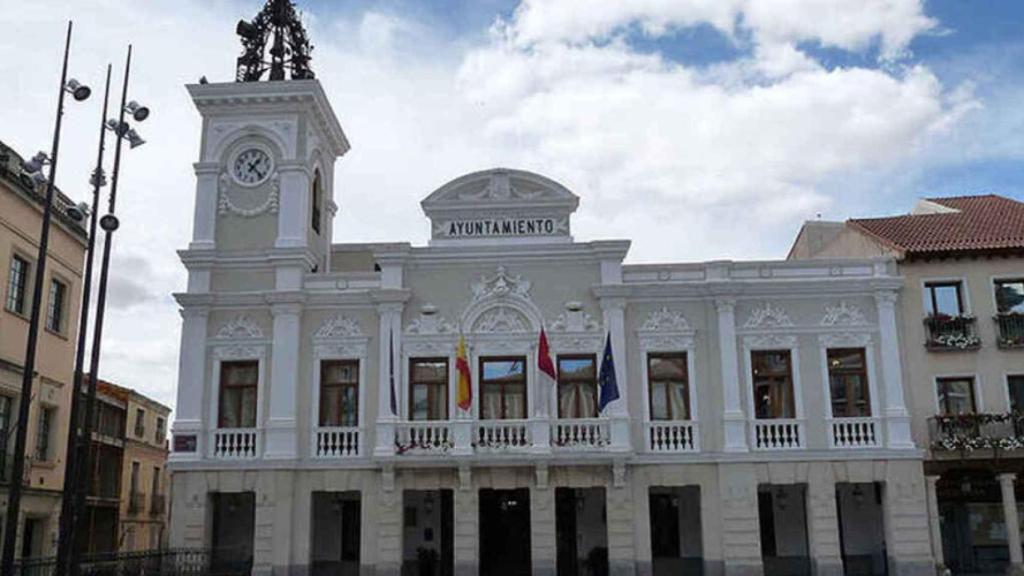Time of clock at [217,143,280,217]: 1:22
